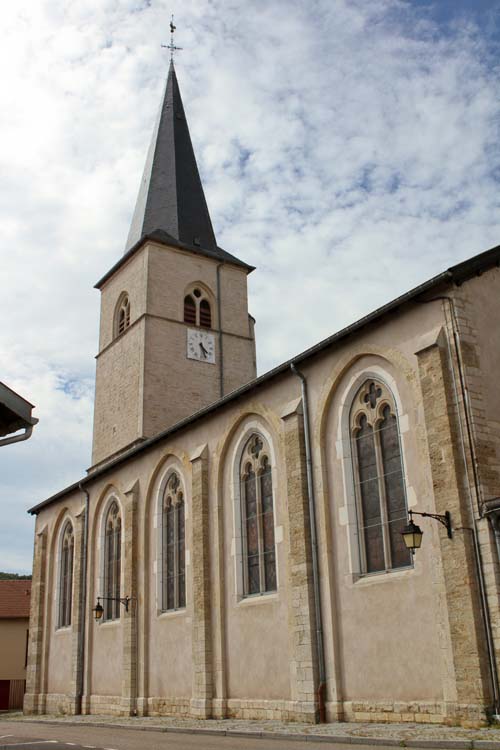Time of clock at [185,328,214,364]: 4:26
